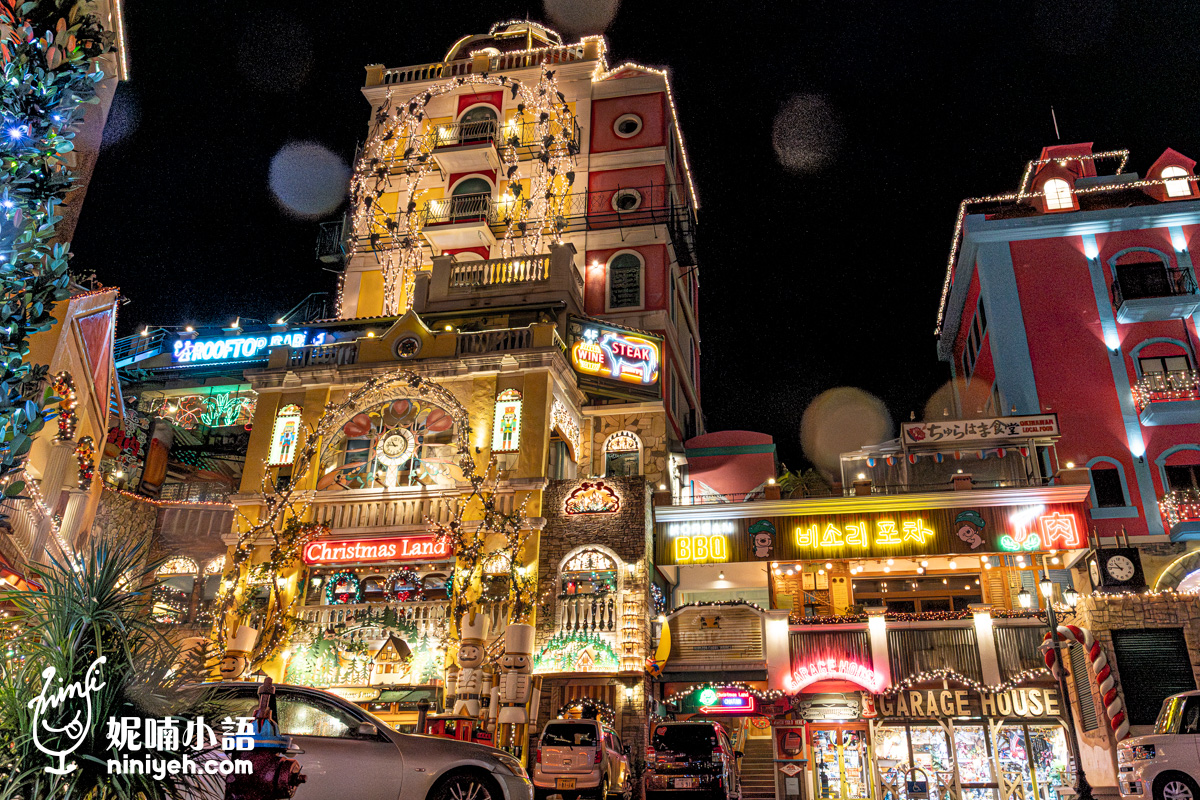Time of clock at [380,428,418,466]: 10:45
